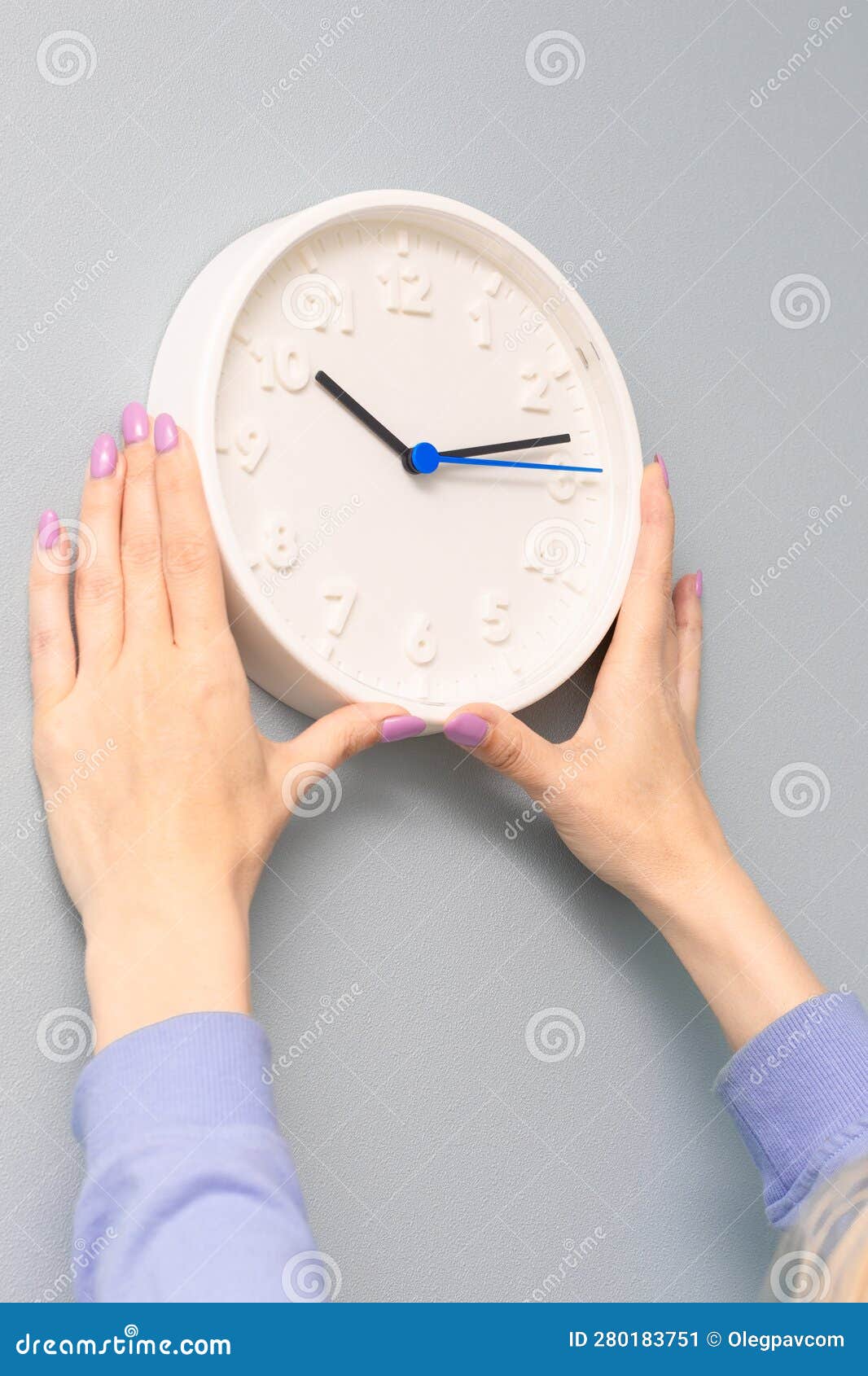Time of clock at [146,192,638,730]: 10:13
